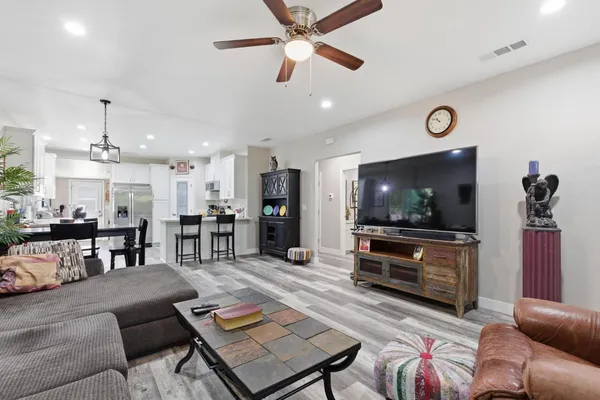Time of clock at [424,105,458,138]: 10:50
